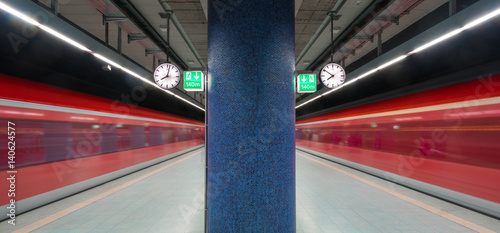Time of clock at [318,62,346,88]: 7:50
